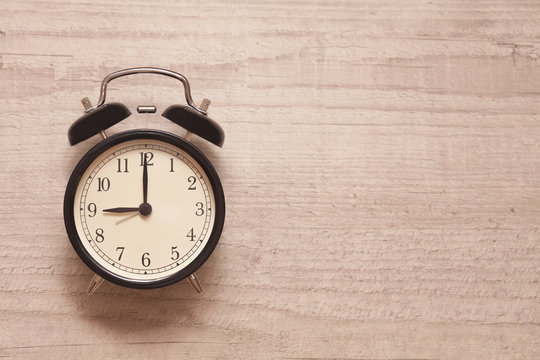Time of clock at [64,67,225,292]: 9:00
